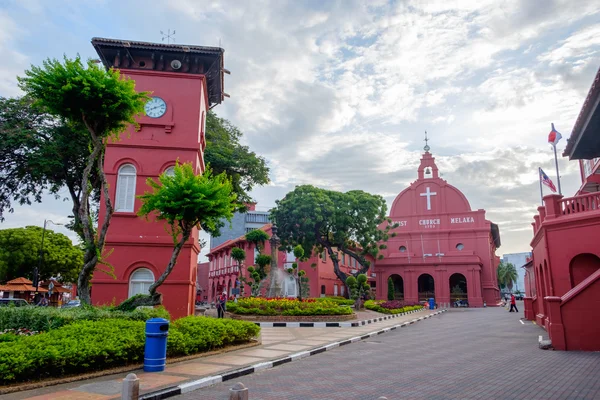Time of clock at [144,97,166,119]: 8:11
